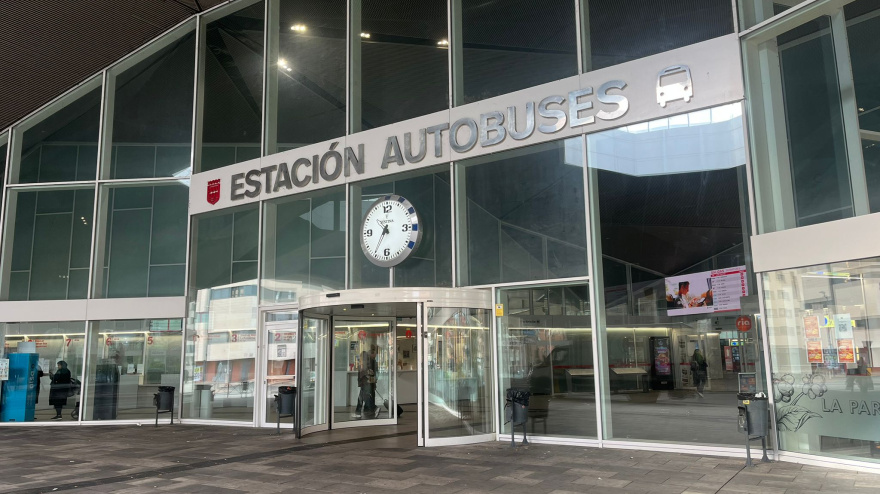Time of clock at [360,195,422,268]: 10:35
